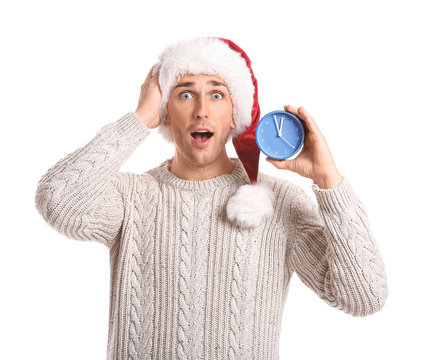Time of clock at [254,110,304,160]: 11:55
